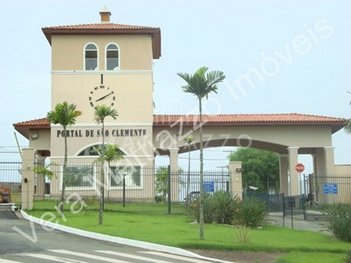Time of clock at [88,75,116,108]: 8:10
